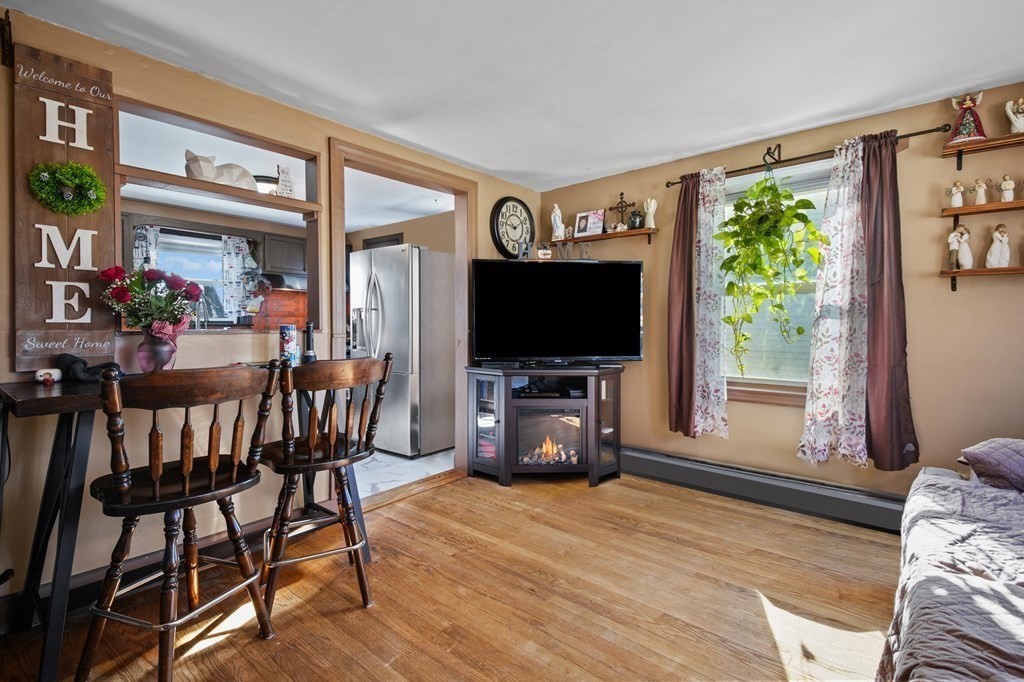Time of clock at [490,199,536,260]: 9:10
